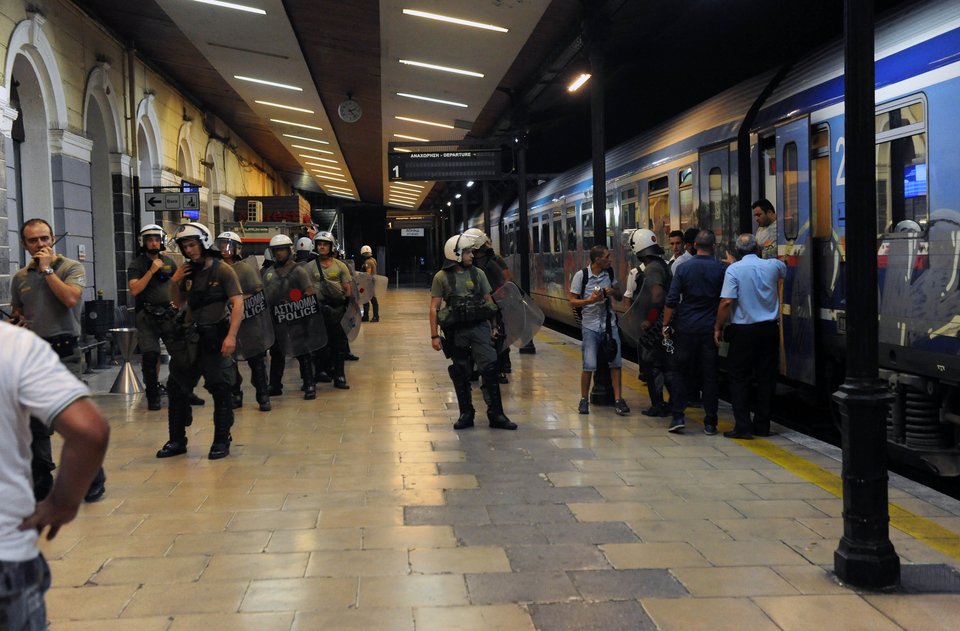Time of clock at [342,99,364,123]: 2:23
